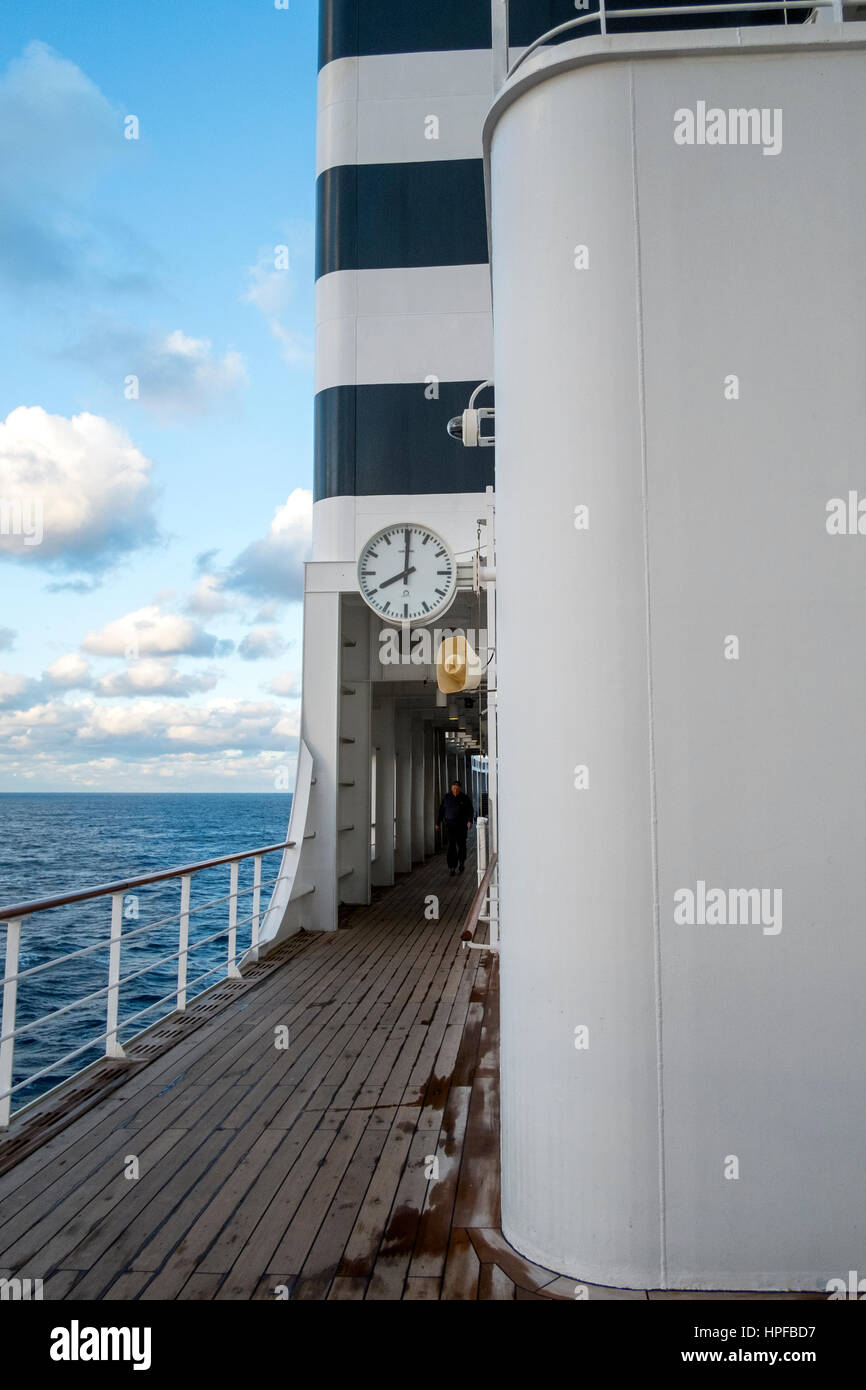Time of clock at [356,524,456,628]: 8:00
